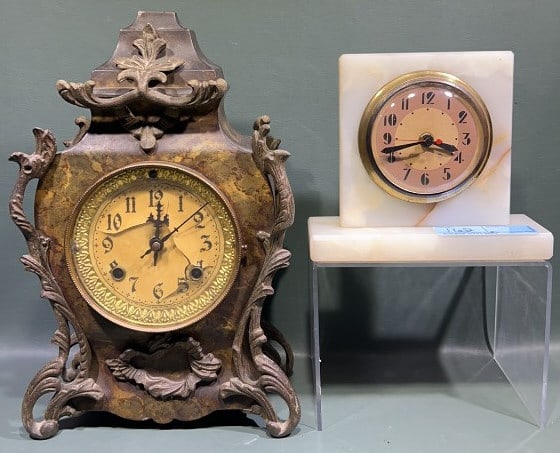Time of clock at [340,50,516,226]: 3:42
